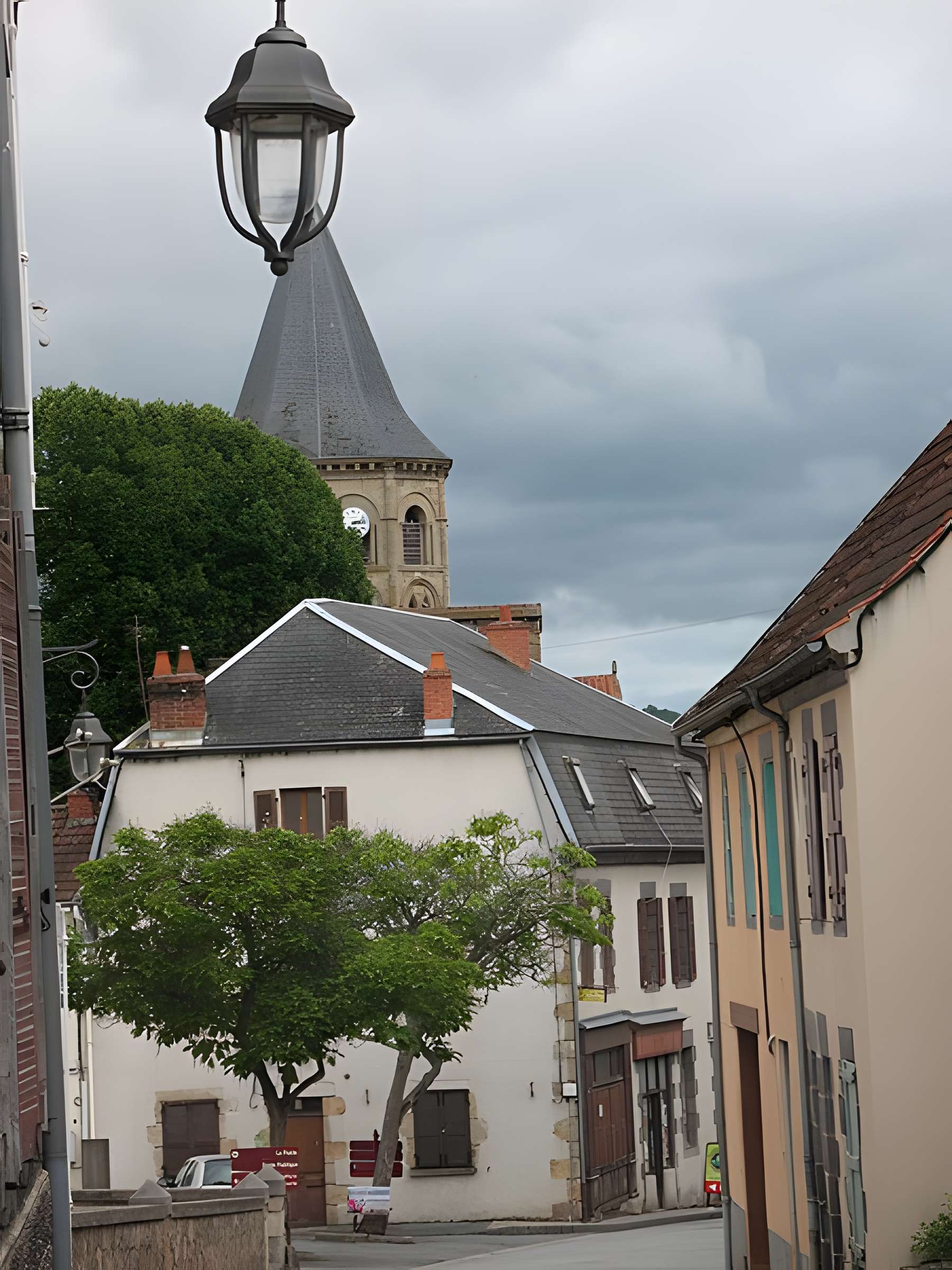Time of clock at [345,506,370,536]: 3:13
